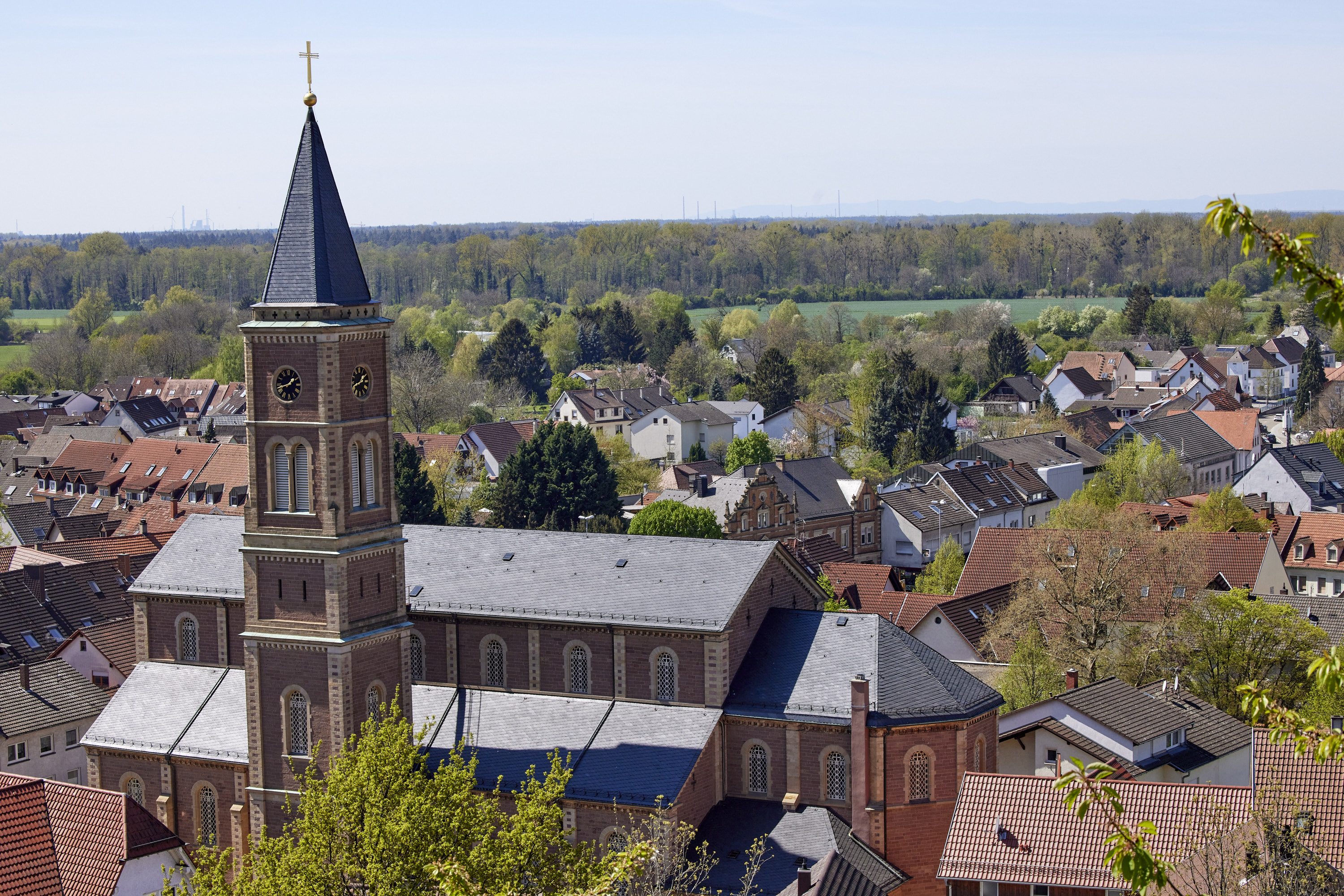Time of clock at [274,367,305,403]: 1:42
